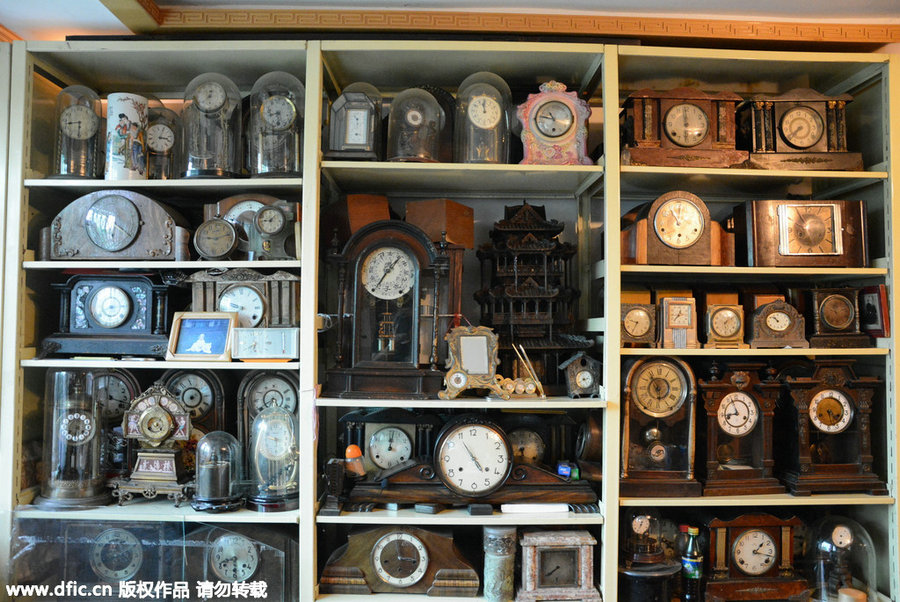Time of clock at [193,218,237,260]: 9:12
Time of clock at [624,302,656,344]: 9:34
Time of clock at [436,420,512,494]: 4:54
